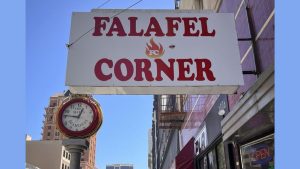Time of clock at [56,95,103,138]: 12:46
